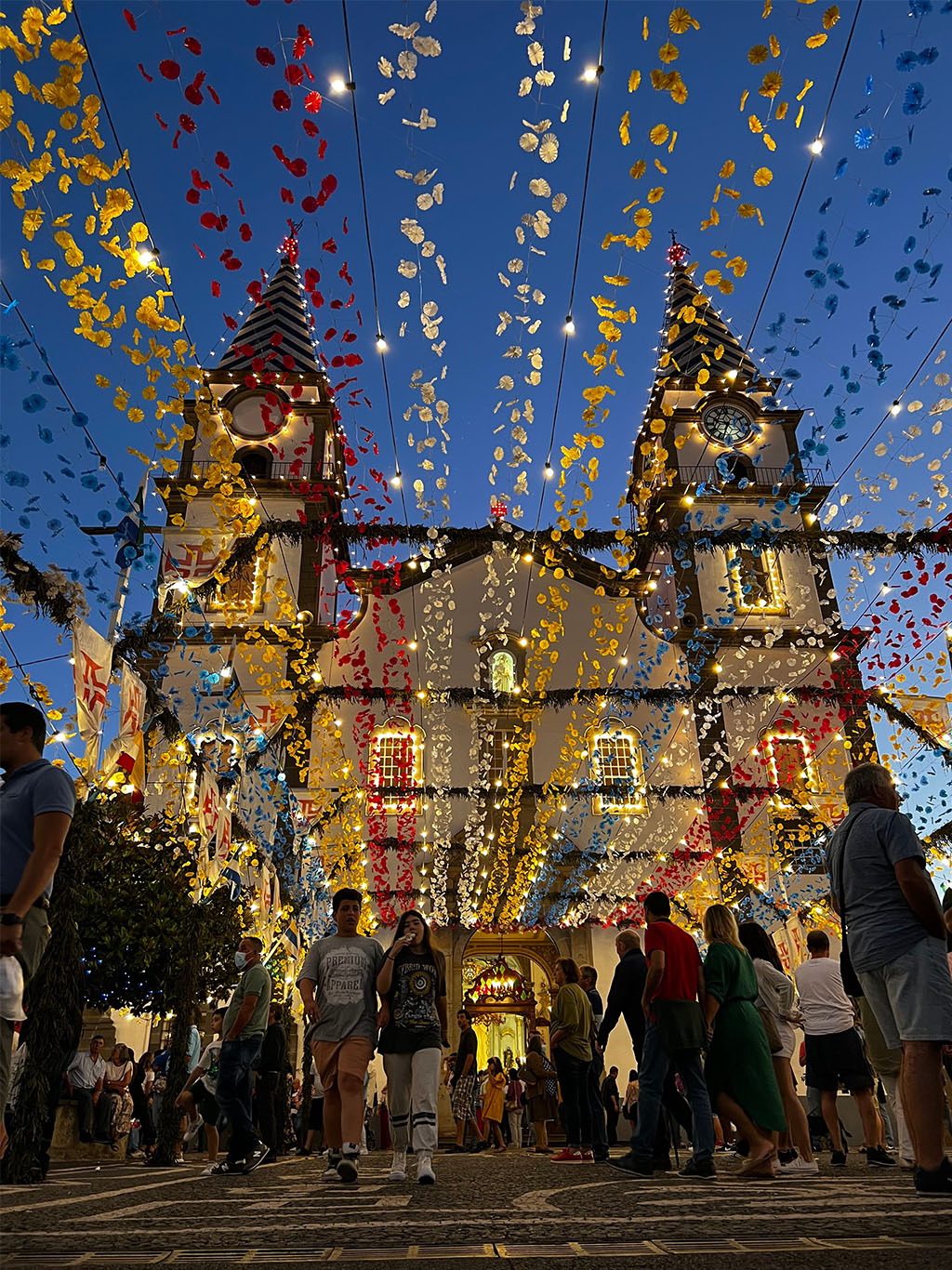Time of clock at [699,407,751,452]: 9:33
